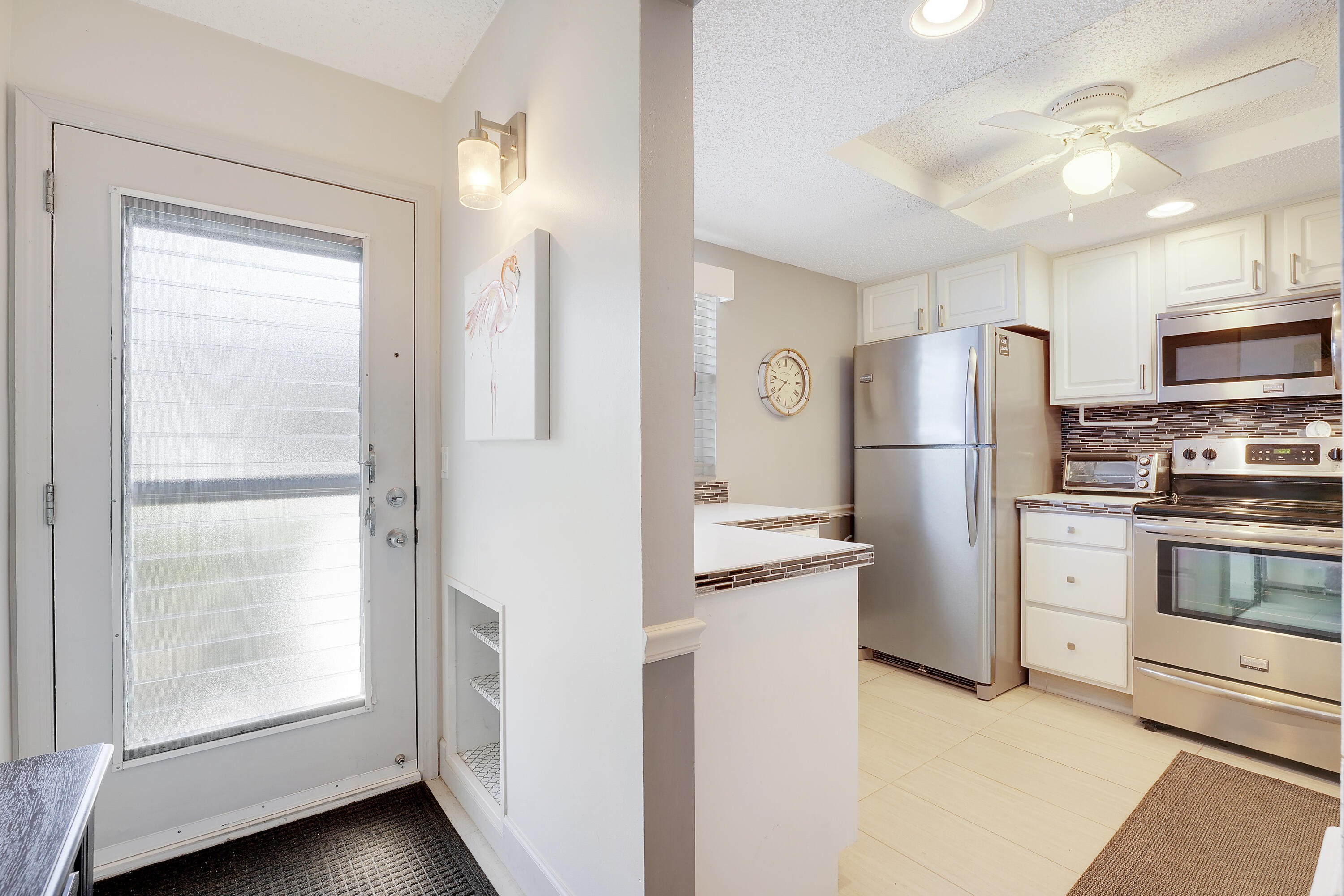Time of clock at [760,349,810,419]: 7:47
